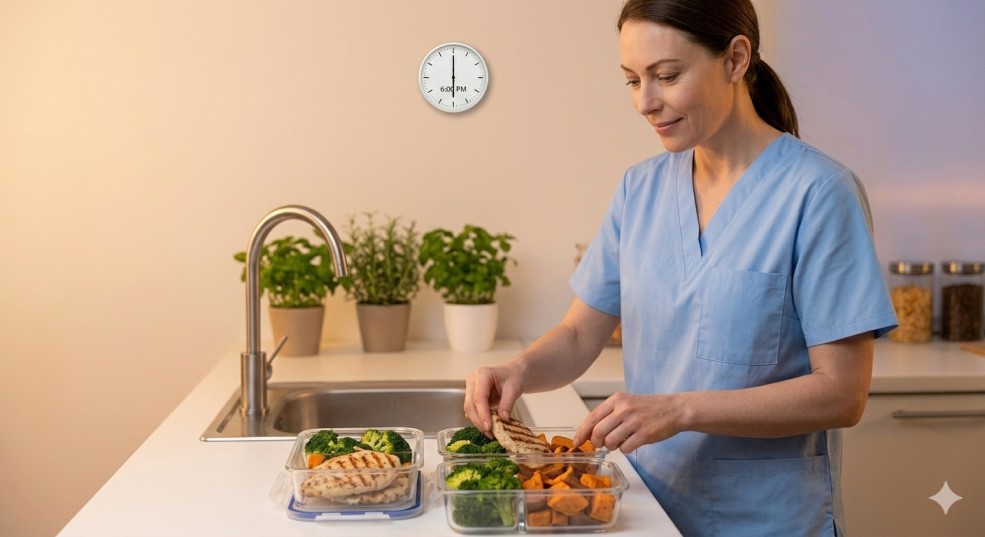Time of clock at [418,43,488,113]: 6:00
